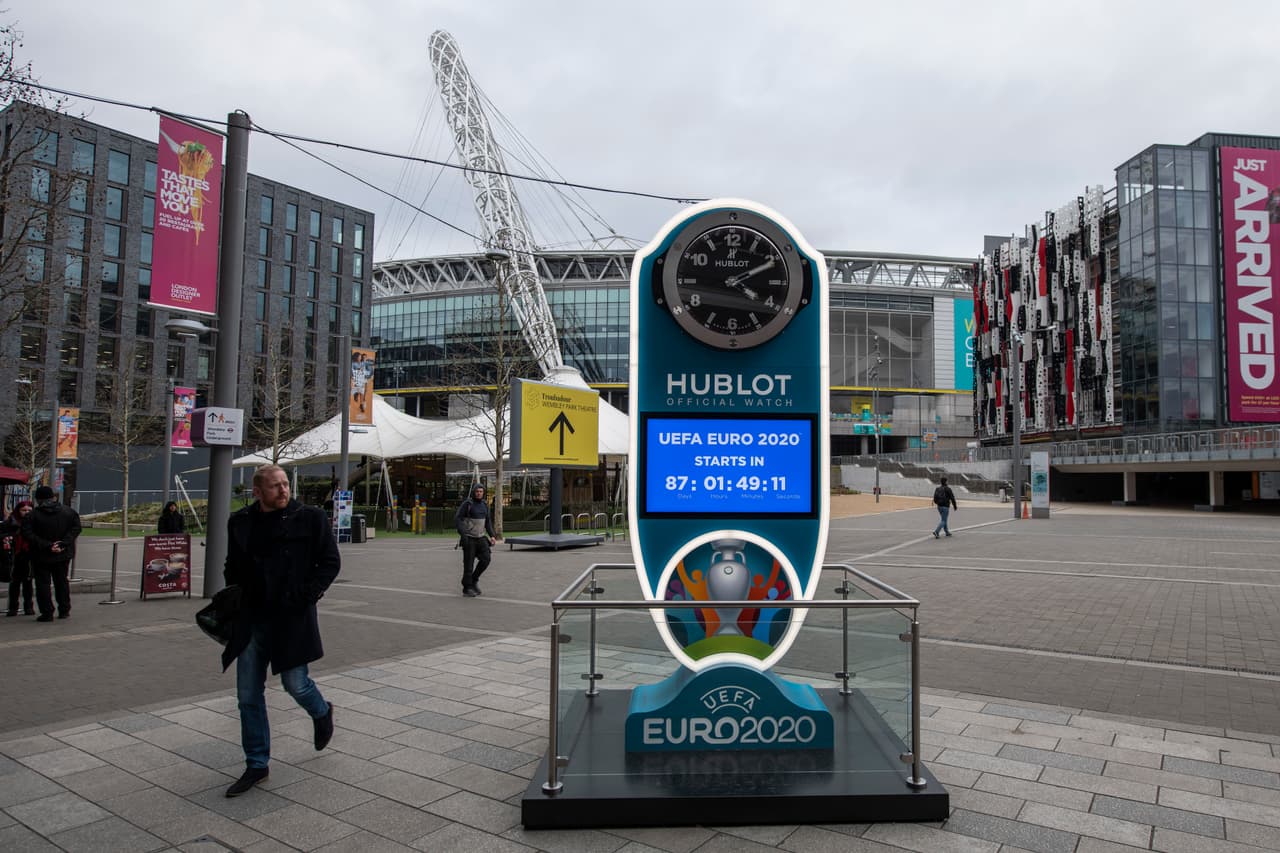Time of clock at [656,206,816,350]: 4:10
